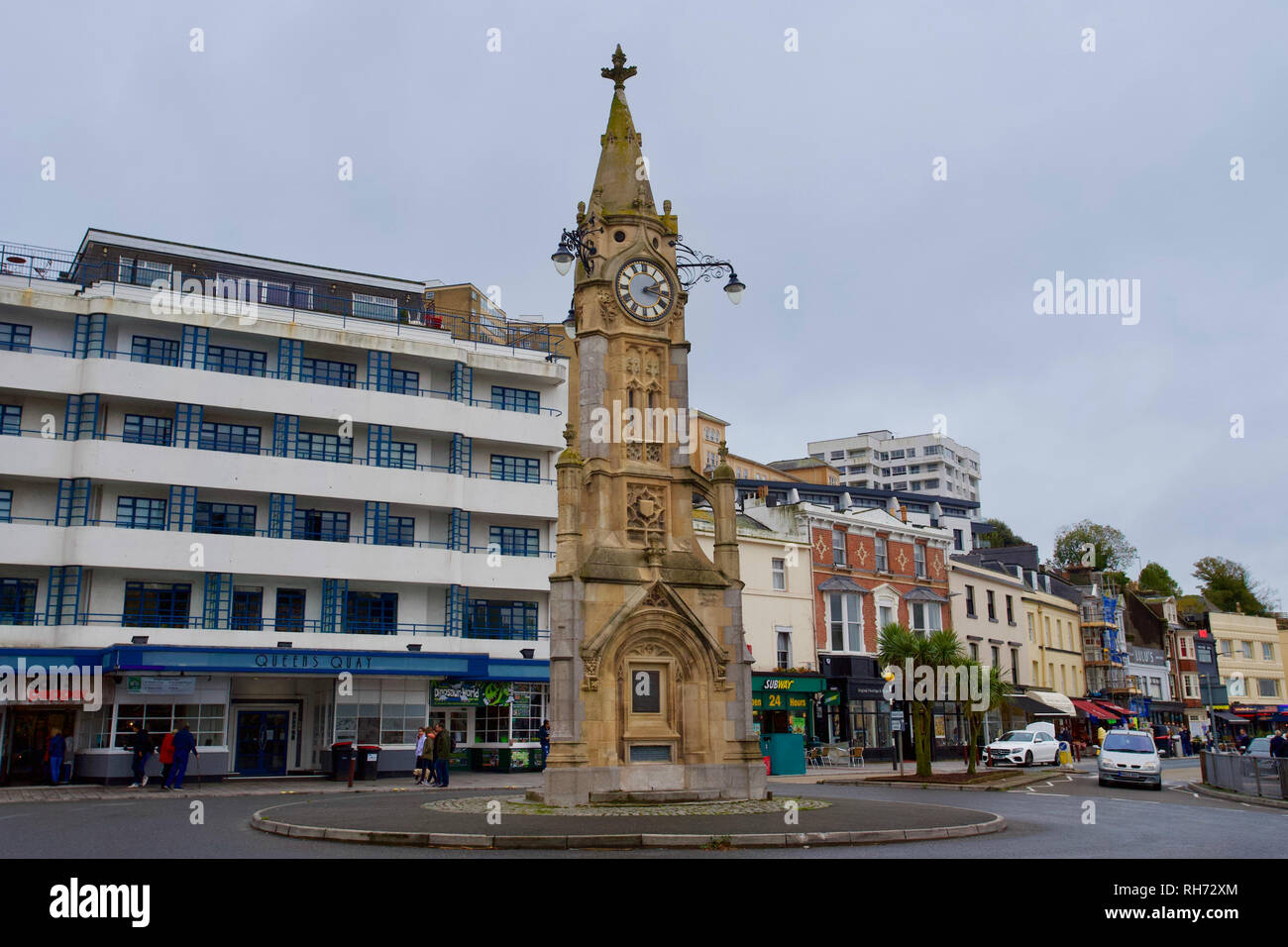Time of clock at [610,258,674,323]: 2:17
